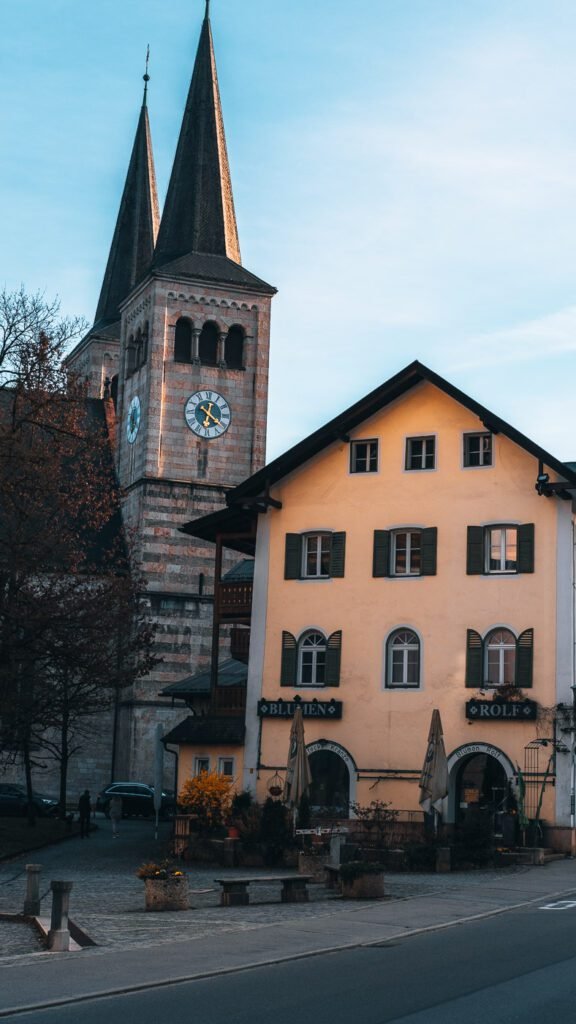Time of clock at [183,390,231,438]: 6:21
